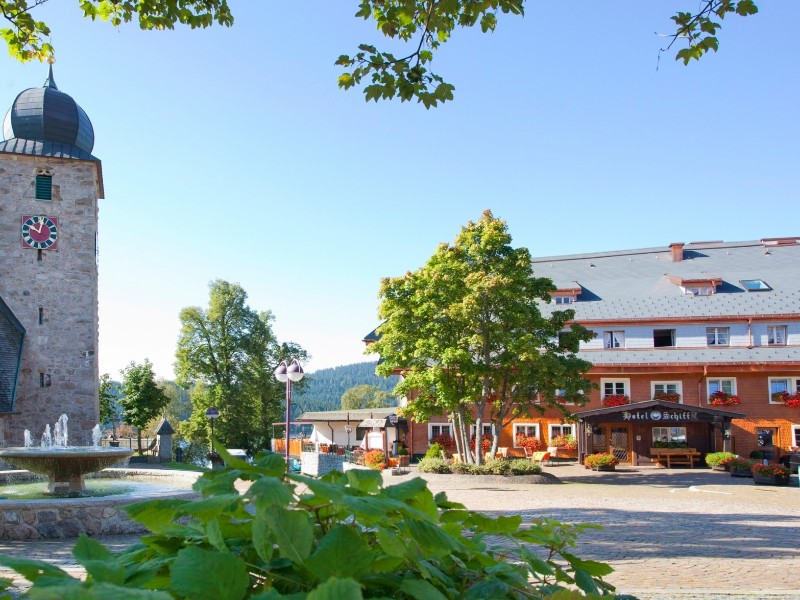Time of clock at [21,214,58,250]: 10:02
